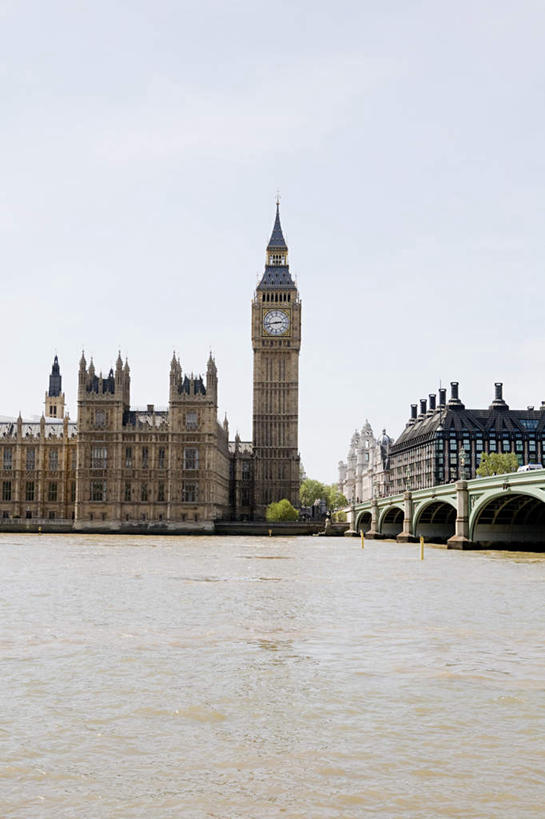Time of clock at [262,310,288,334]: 2:43
